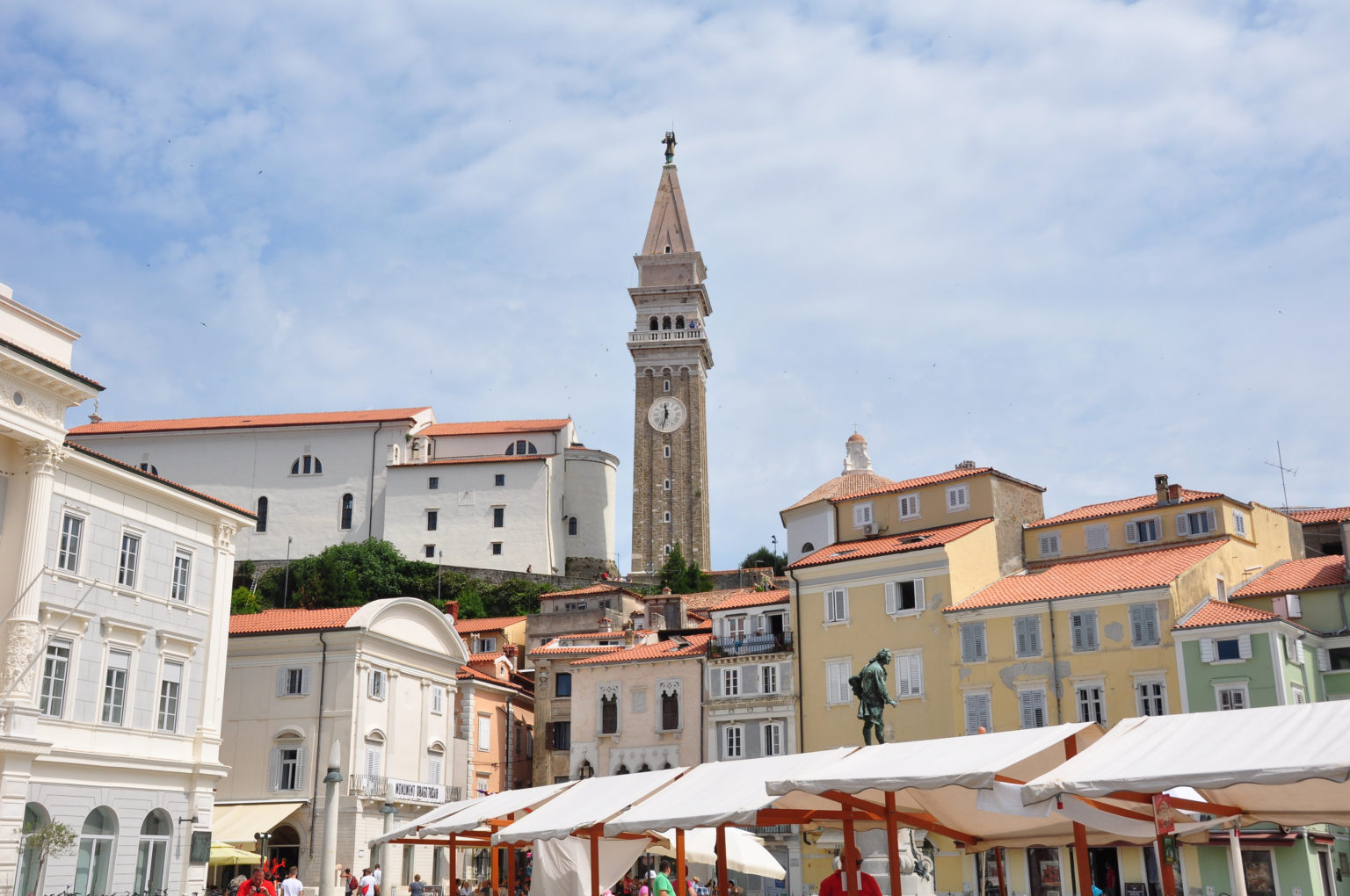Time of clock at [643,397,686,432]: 11:32
